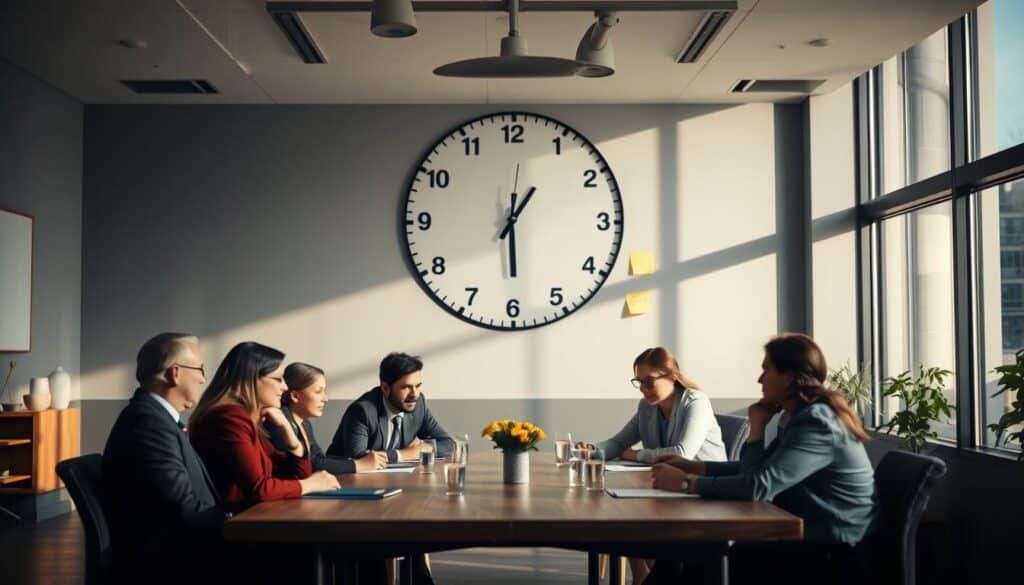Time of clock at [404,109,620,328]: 1:29
